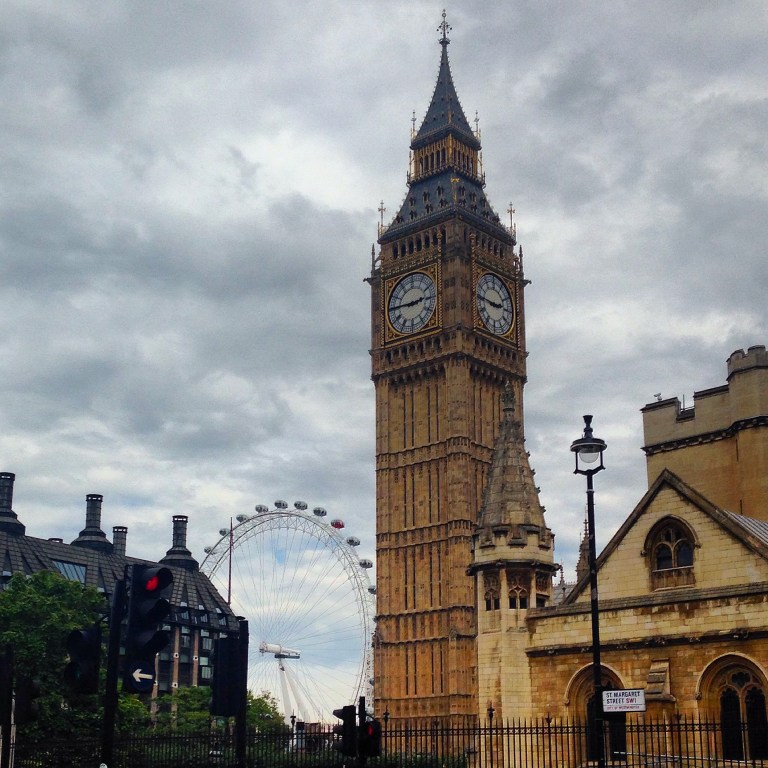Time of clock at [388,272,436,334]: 2:45
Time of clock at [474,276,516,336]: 2:46
